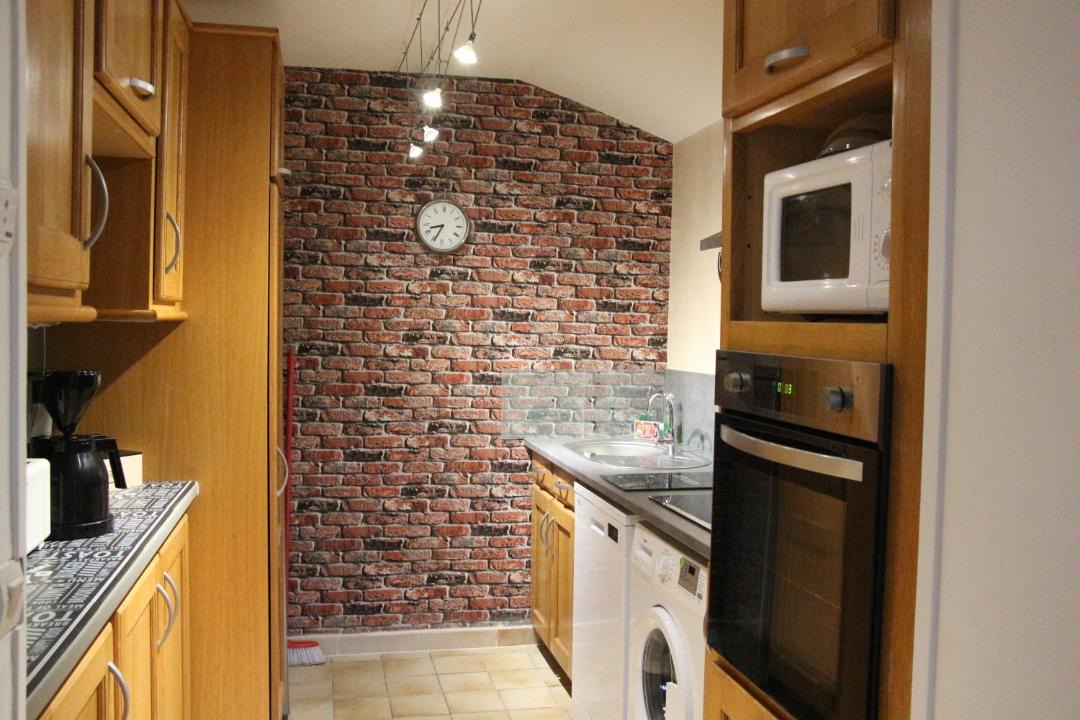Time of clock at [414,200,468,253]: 8:34
